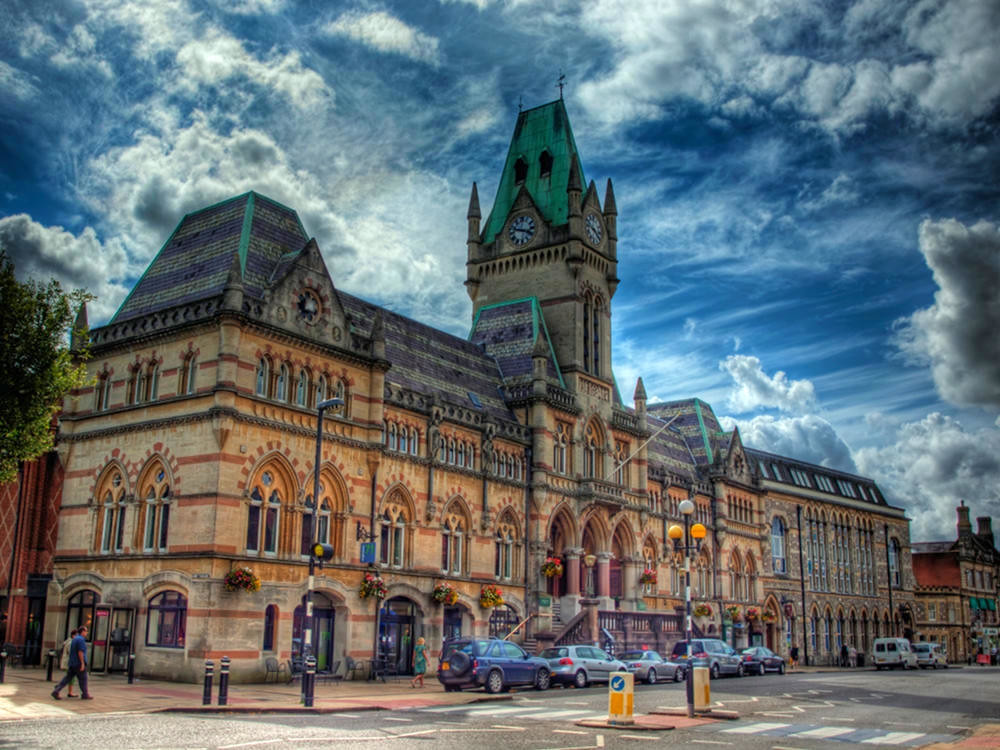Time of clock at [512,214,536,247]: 3:47
